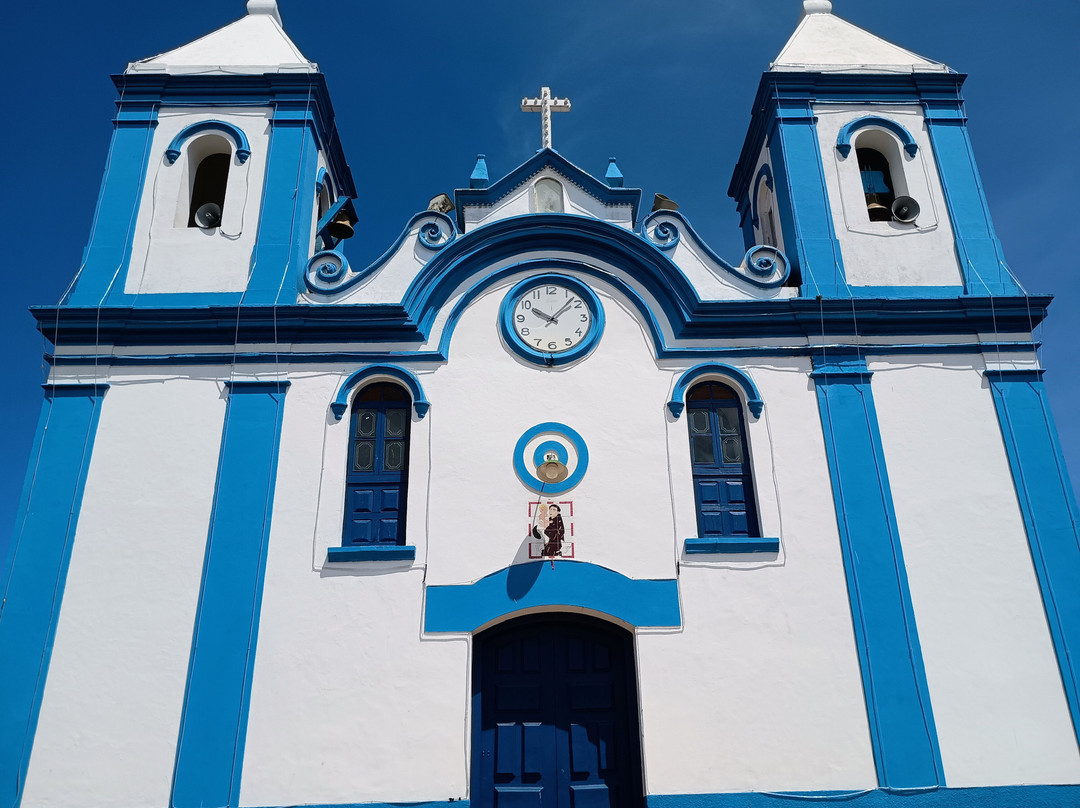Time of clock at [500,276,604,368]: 10:07
